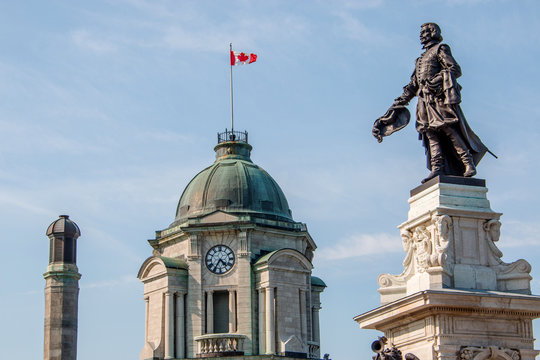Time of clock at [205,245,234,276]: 4:35
